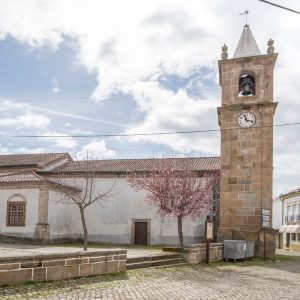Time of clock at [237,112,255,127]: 11:17
